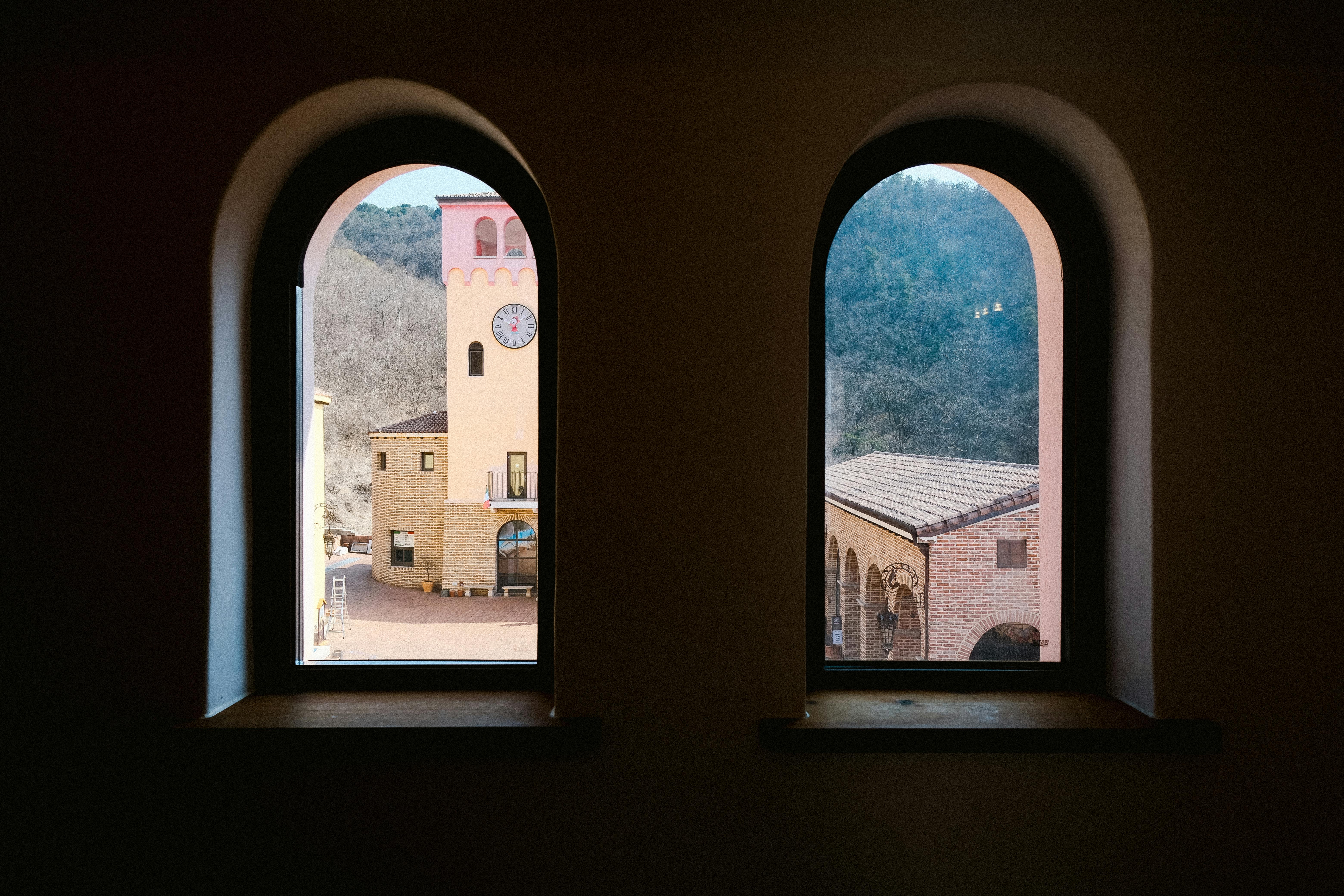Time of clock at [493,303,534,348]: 10:07
